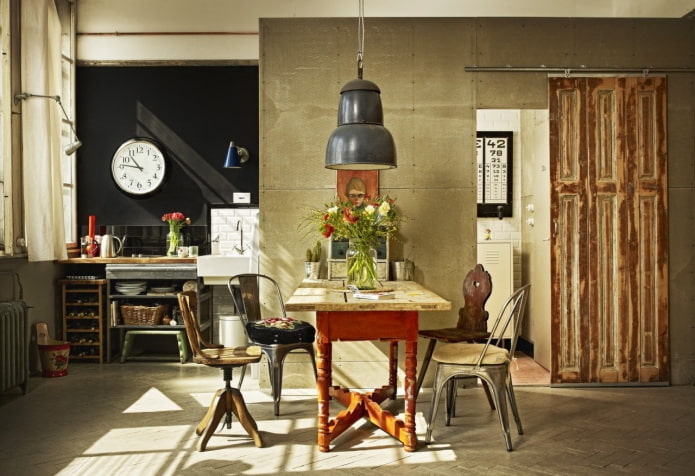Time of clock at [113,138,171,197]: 10:46
